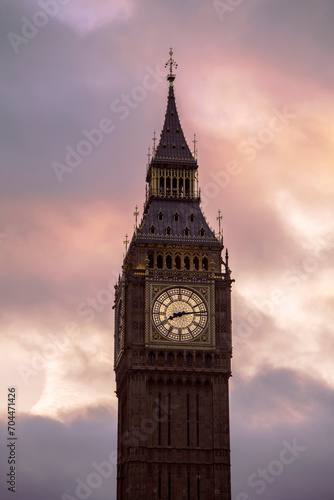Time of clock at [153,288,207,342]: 8:13
